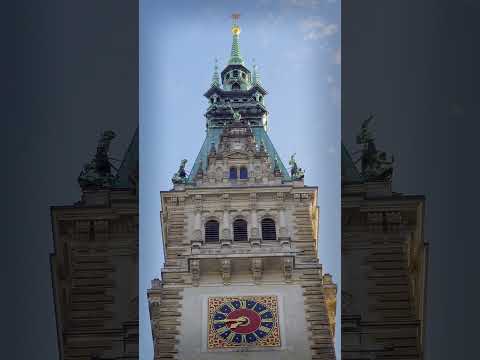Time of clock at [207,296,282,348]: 7:44
